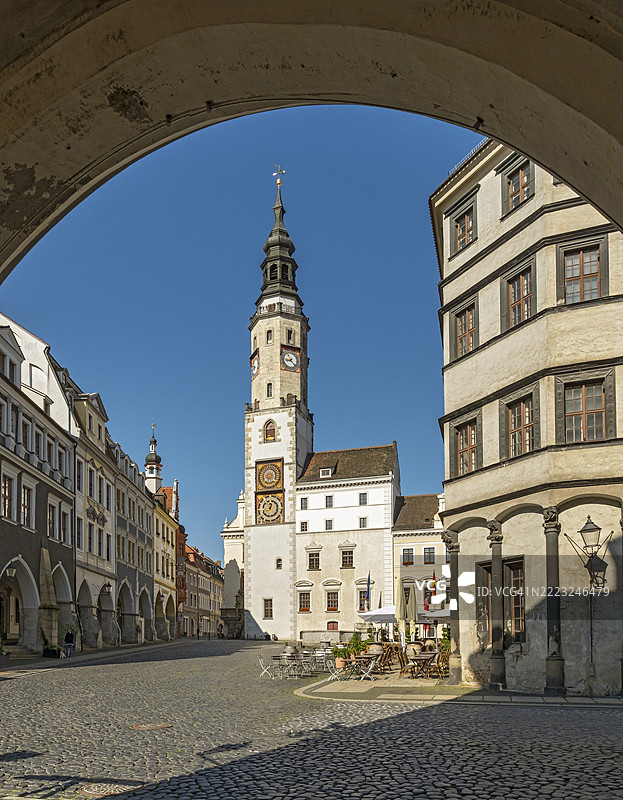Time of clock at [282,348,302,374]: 8:21
